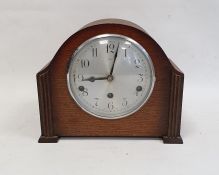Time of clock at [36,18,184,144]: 9:02
